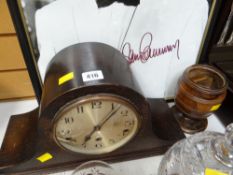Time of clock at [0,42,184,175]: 7:07
